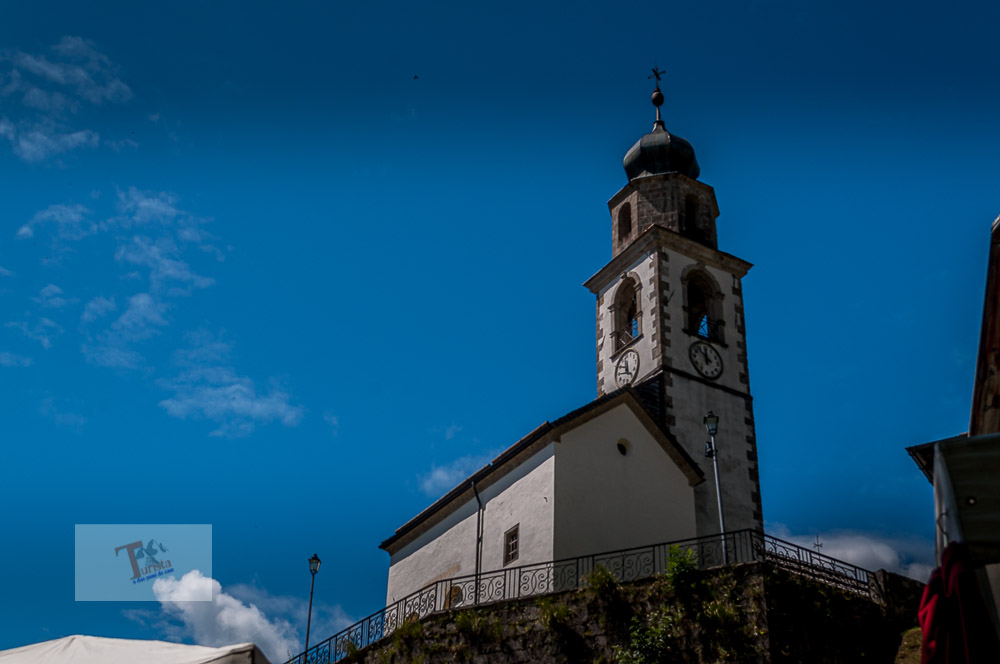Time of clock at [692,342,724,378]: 11:53
